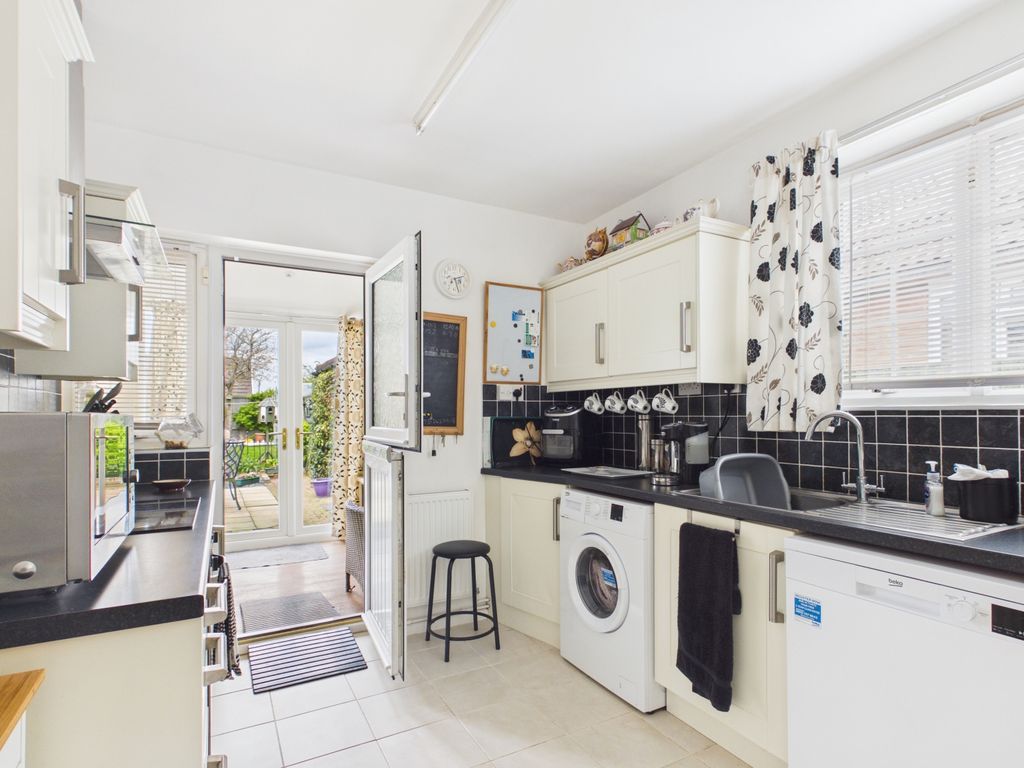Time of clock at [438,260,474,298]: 2:27
